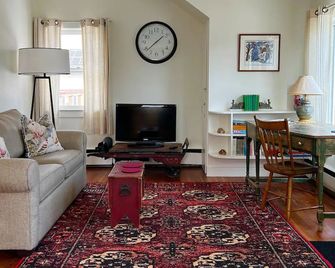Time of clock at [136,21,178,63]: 1:38
